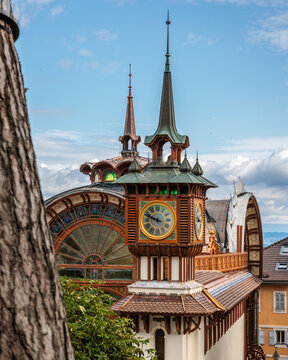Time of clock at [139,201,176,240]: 9:48
